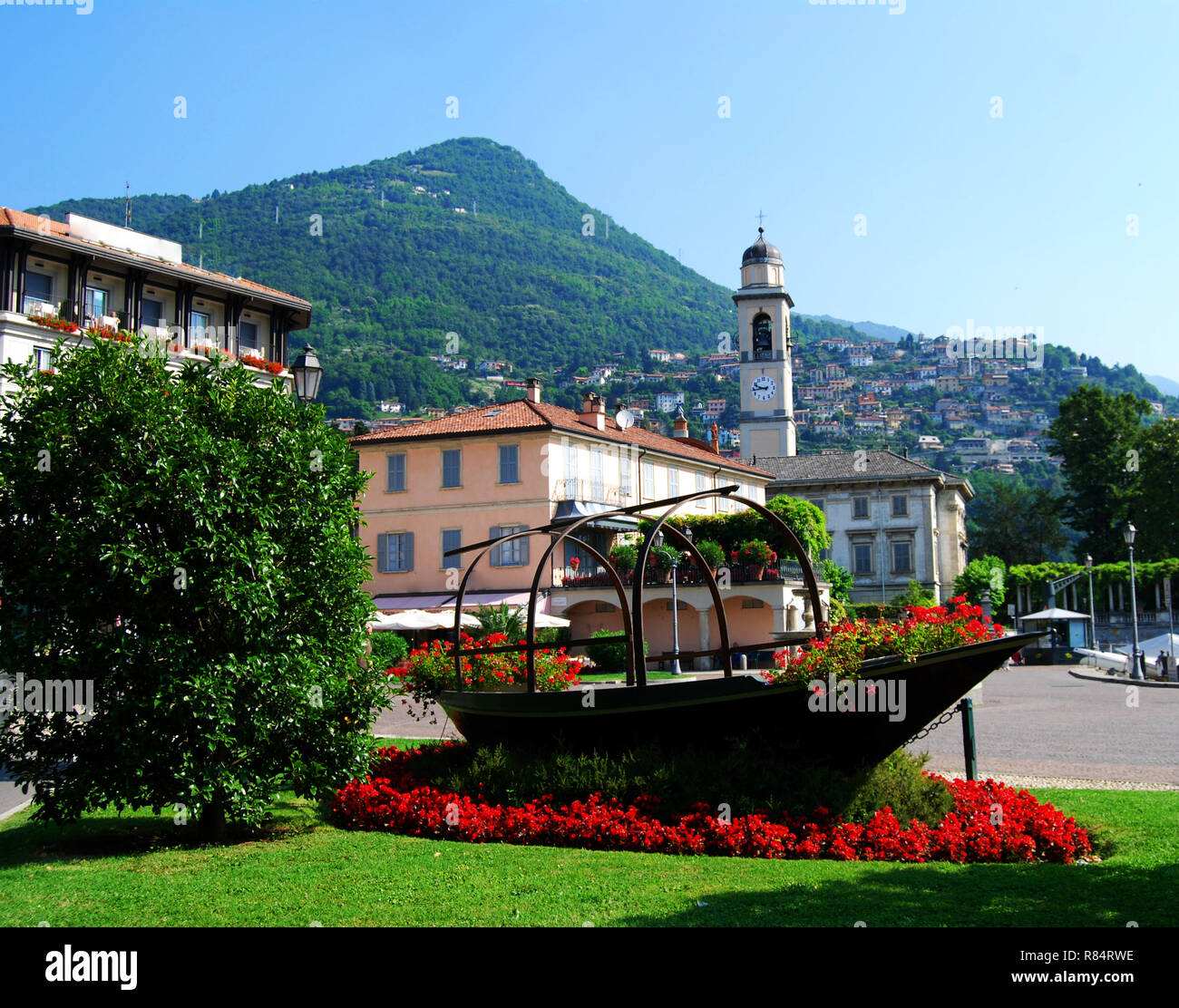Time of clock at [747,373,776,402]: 9:43
